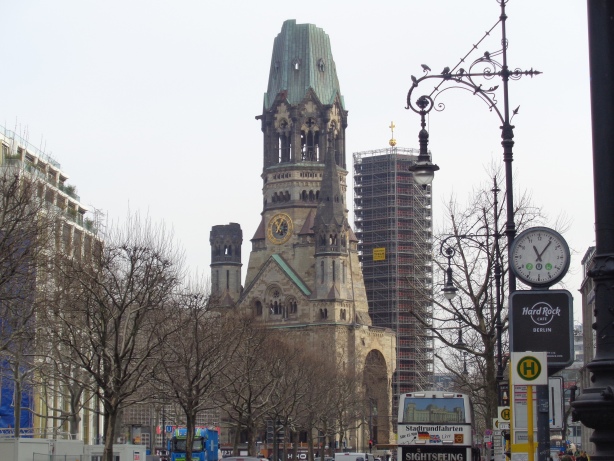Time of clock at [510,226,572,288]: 11:06
